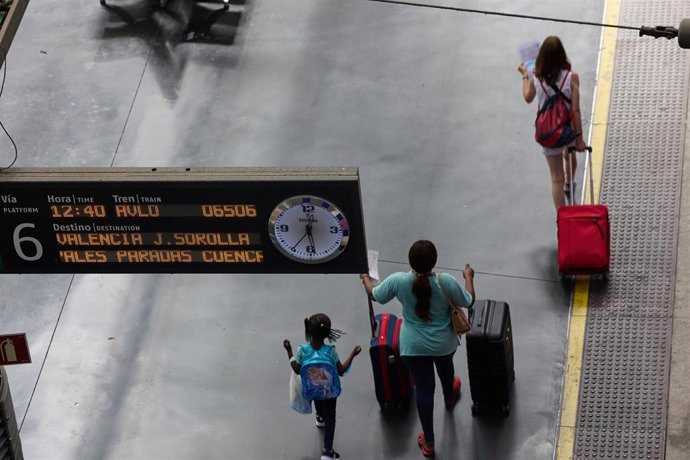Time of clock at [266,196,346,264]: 12:28
